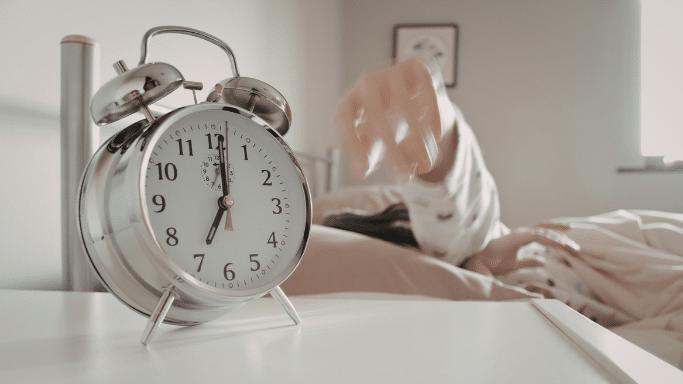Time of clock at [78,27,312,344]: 7:00
